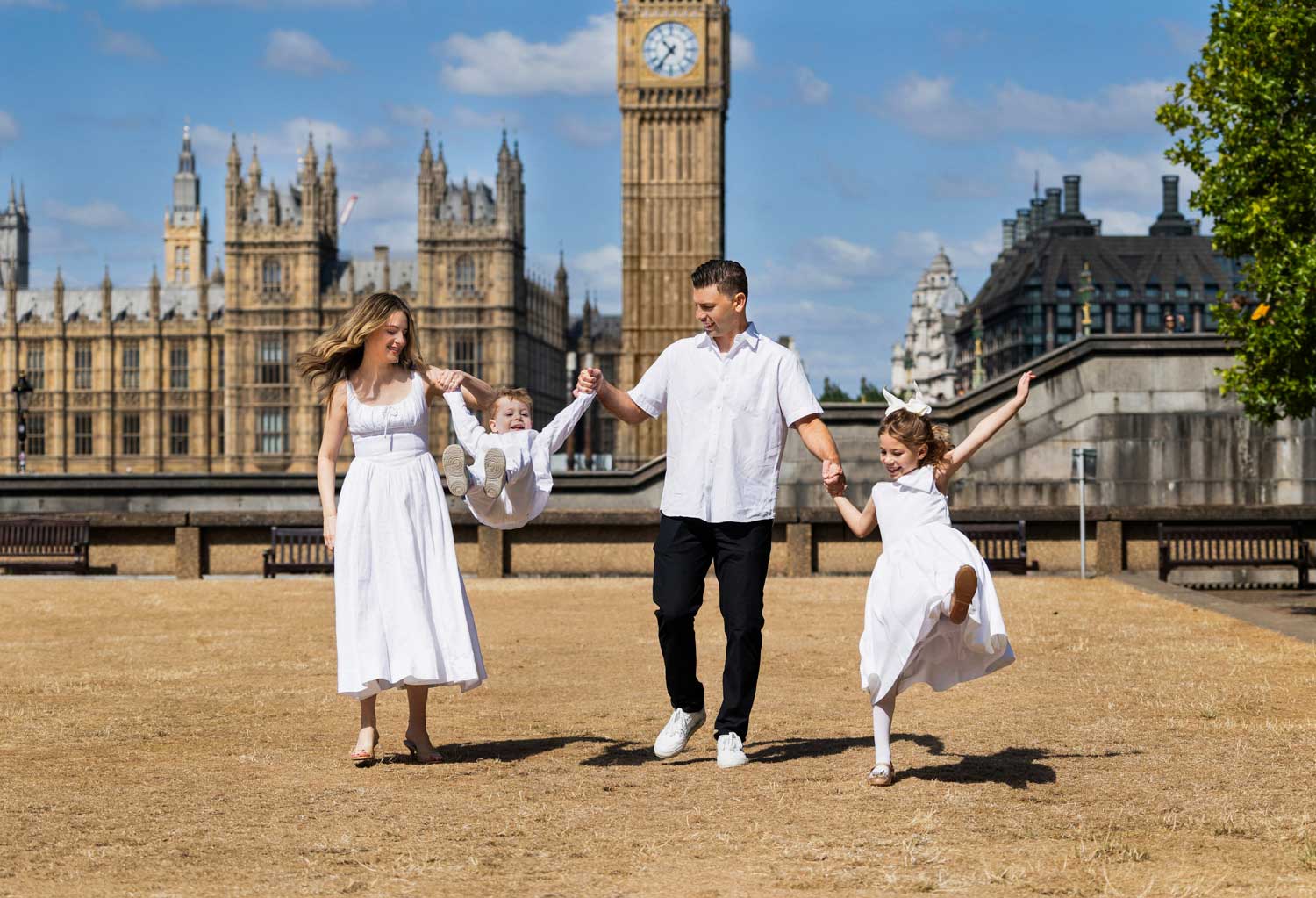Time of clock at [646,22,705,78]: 10:36
